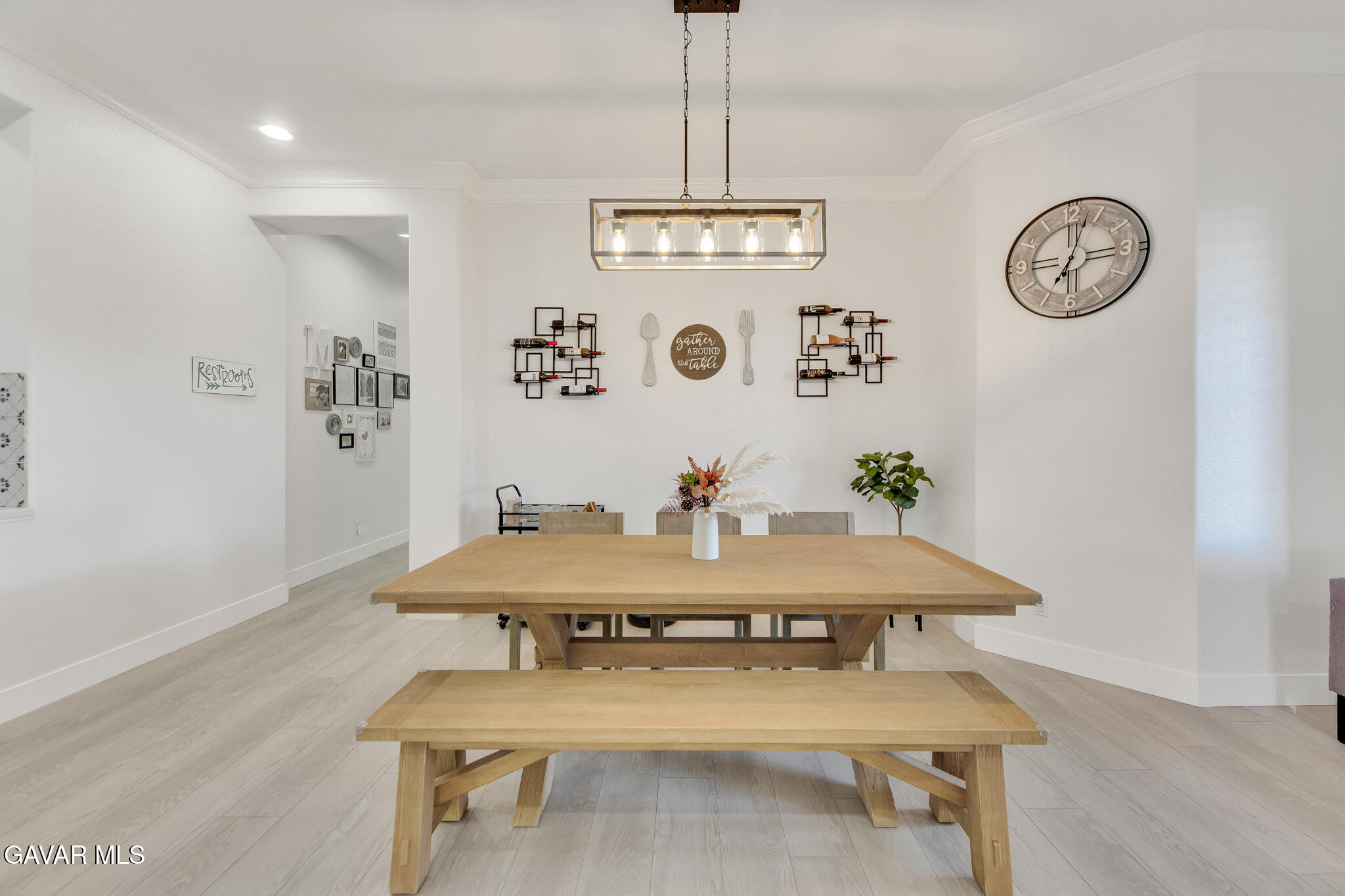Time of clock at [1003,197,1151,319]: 7:02
